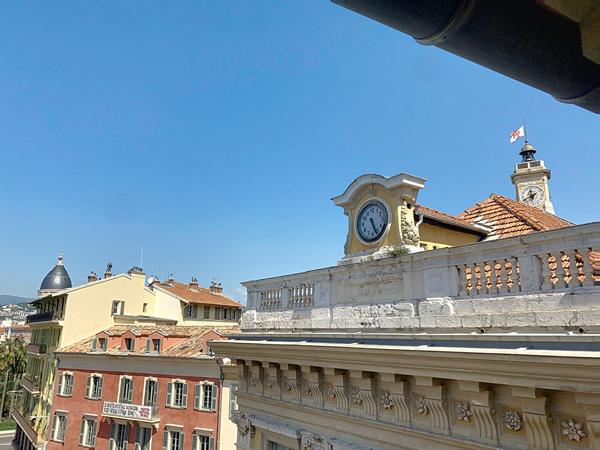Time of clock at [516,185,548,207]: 11:40
